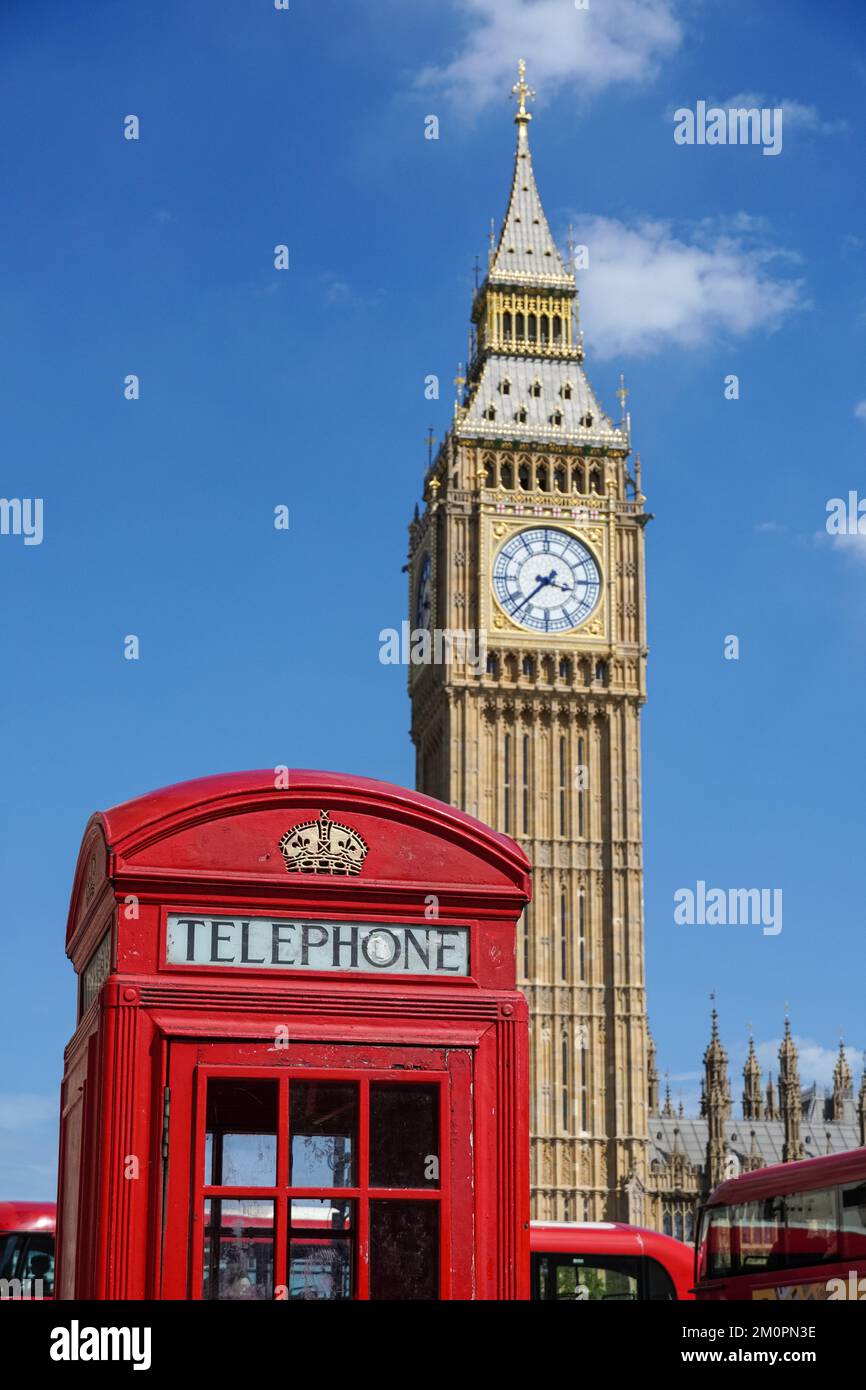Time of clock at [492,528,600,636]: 3:37
